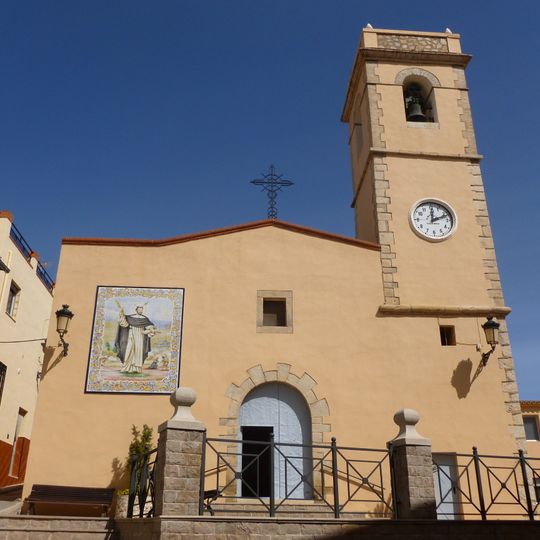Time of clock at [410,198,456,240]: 12:11
